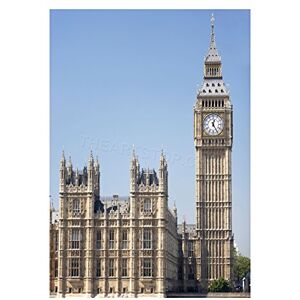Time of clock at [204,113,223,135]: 12:25
